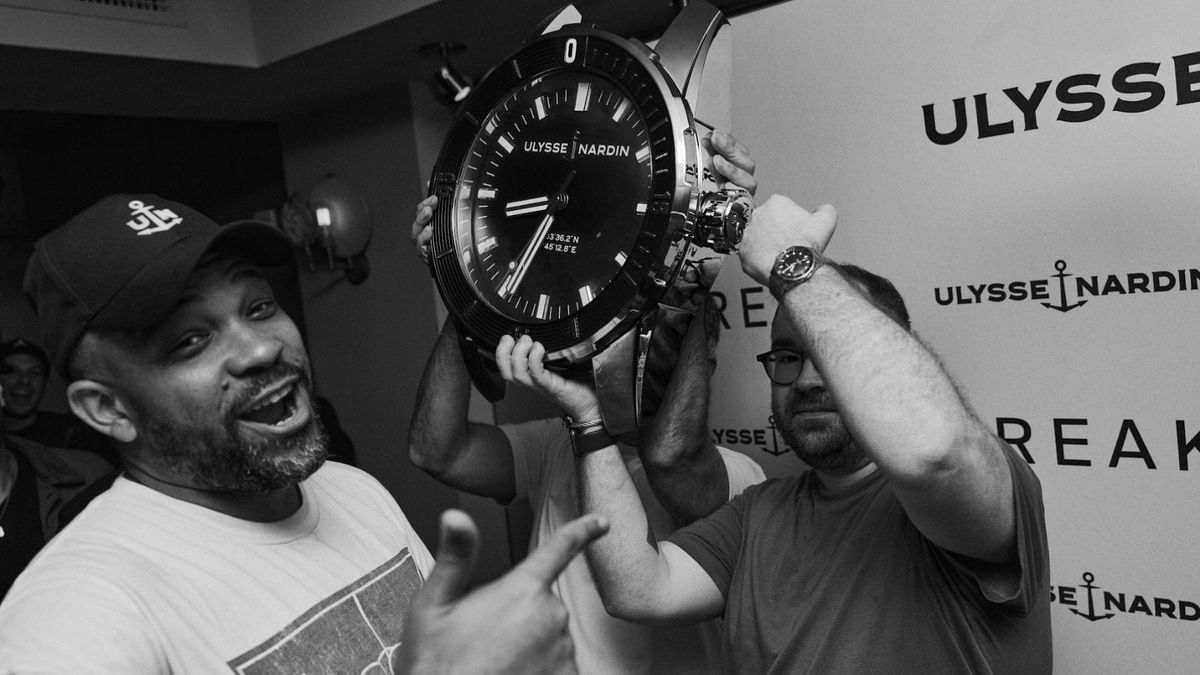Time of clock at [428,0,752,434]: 8:34
